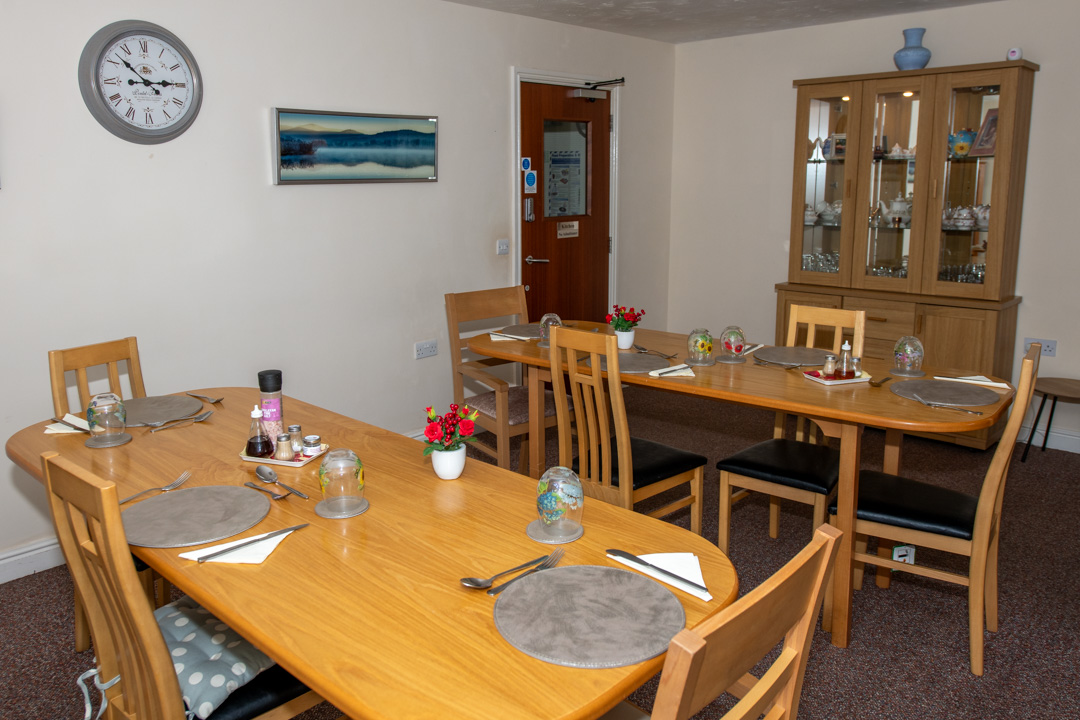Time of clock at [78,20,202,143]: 2:52
